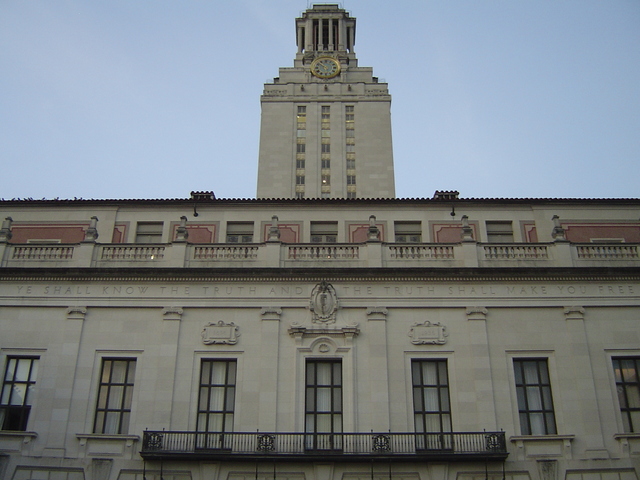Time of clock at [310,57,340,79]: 5:51
